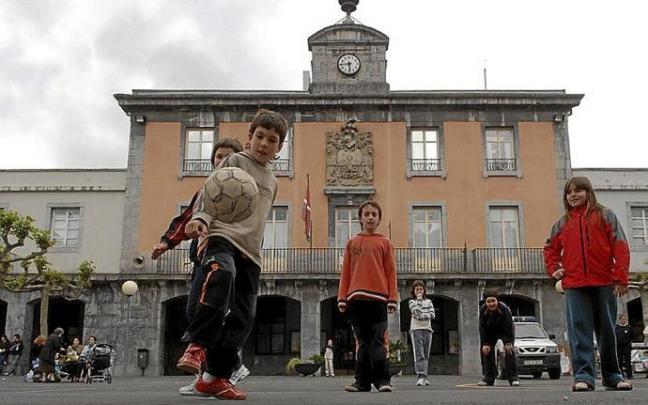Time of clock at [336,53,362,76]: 5:44
